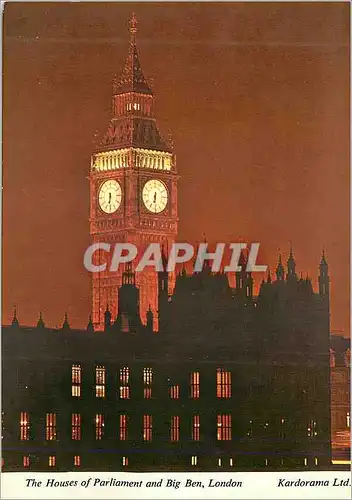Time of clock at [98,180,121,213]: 6:29
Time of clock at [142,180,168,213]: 6:29
